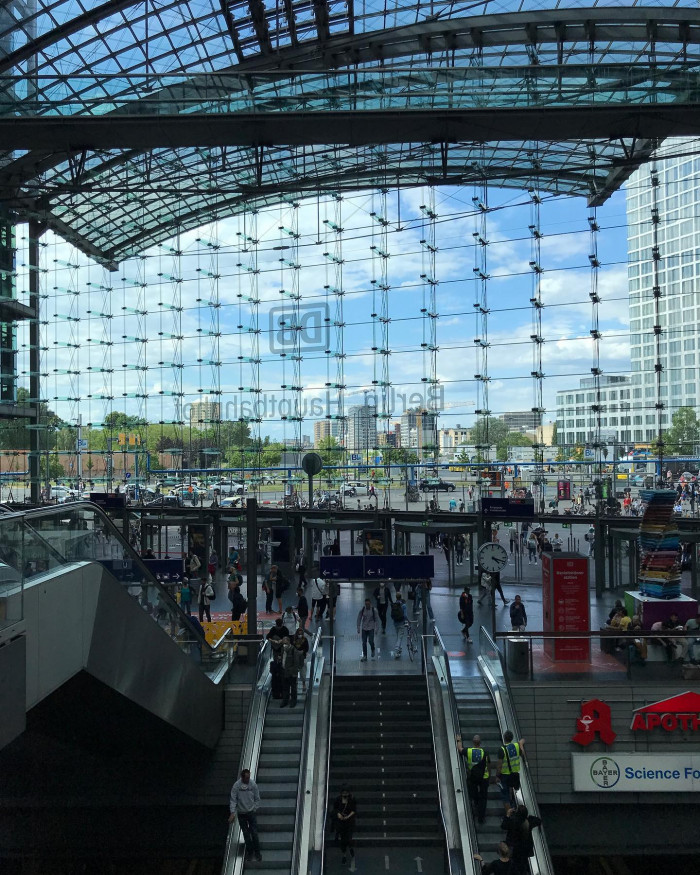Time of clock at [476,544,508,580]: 4:18
